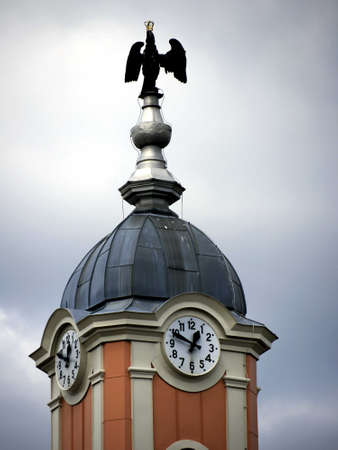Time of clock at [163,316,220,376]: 12:48
